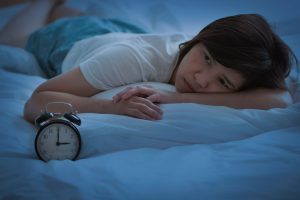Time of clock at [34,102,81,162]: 3:00
